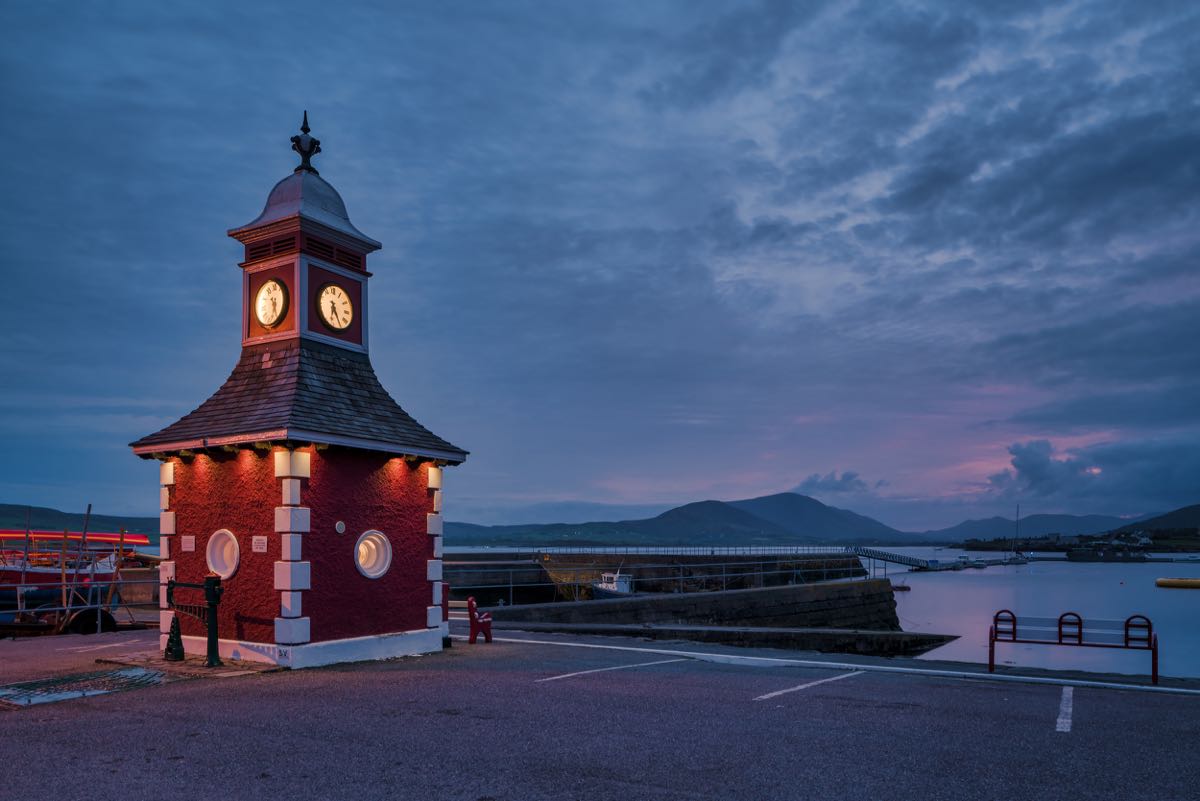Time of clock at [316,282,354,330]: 6:25
